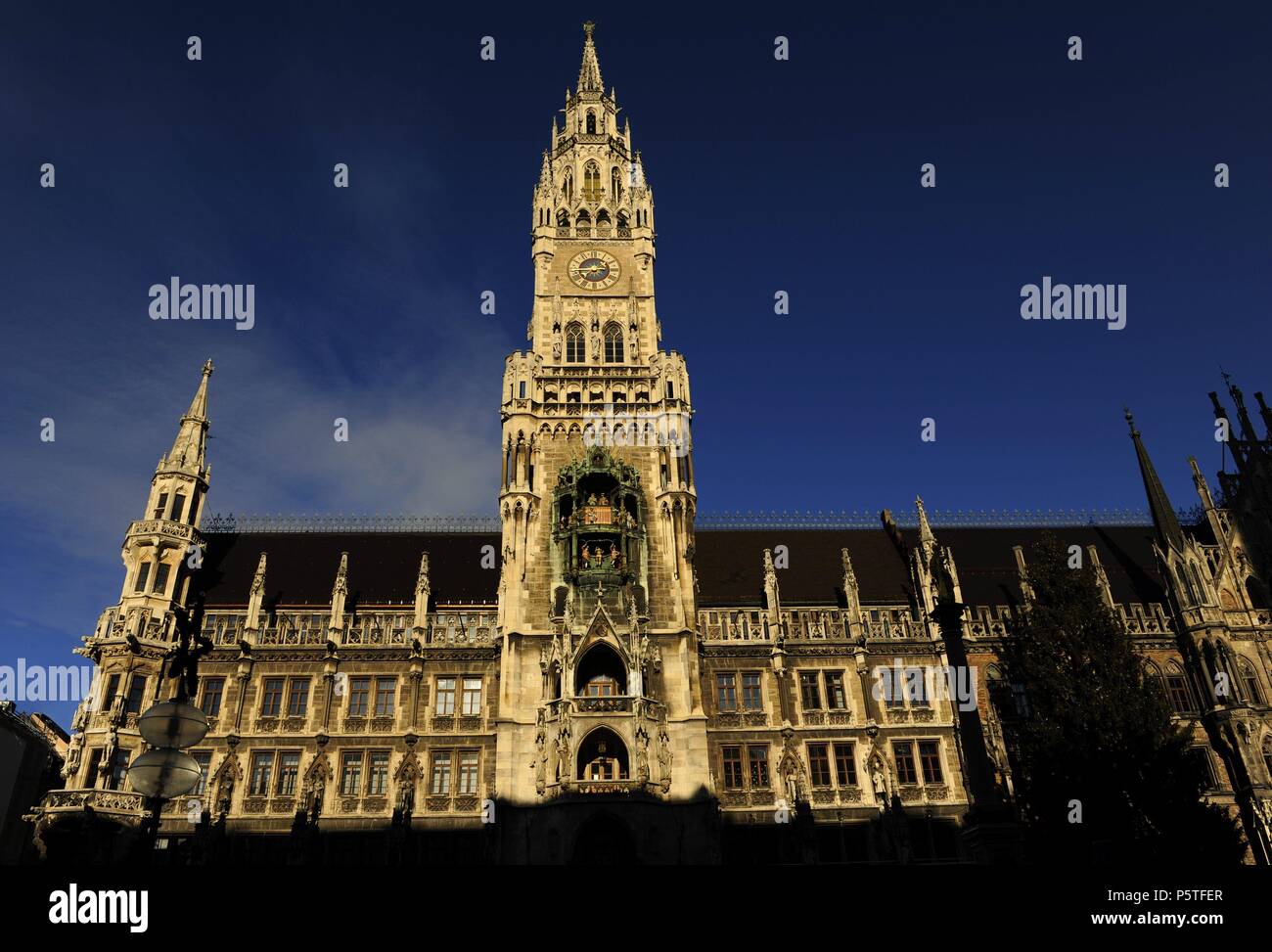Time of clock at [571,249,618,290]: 7:44
